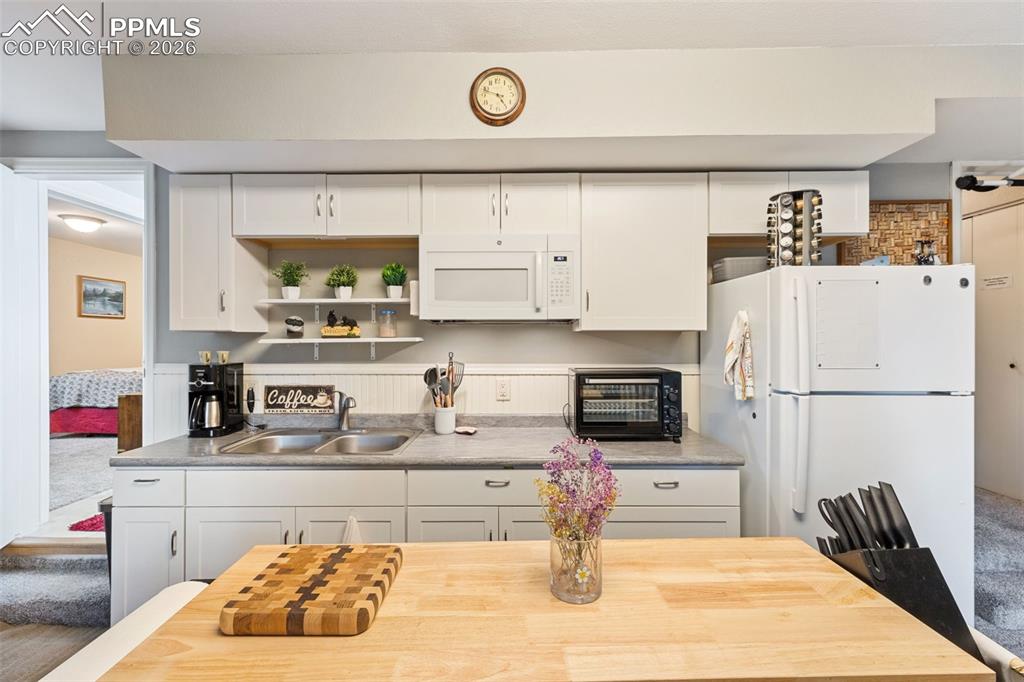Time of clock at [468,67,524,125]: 4:47
